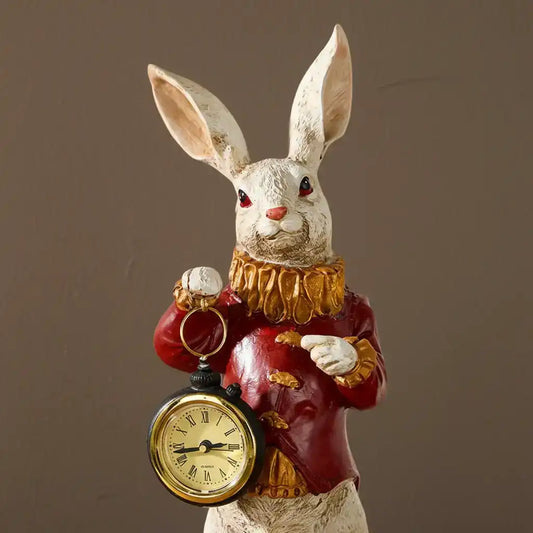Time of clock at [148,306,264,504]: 2:42
